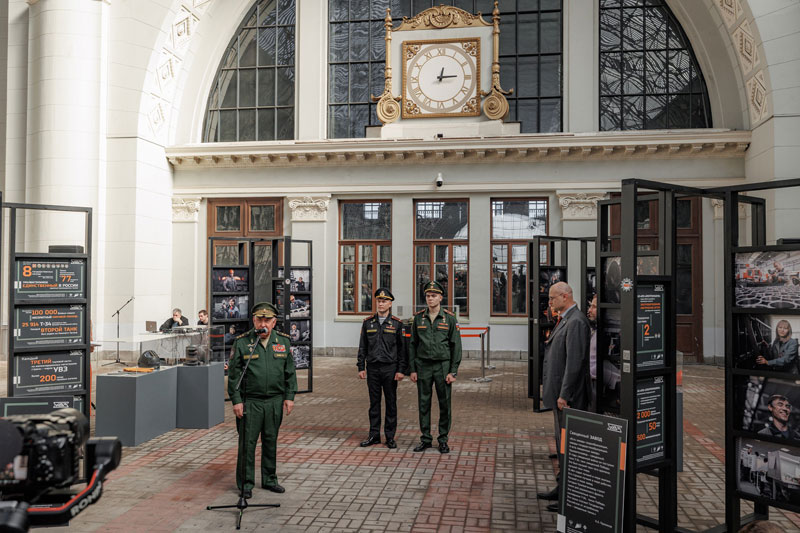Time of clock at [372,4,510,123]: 12:14
